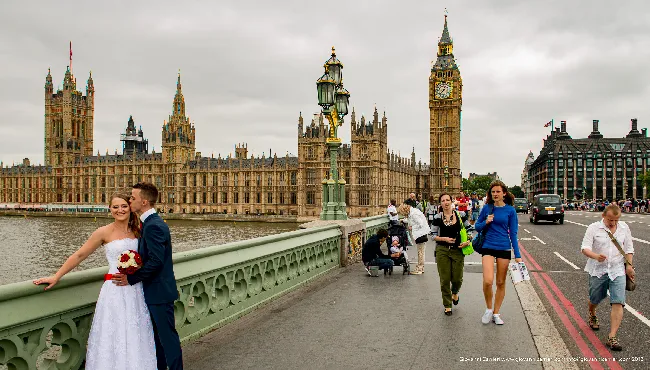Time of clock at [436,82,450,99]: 12:37
